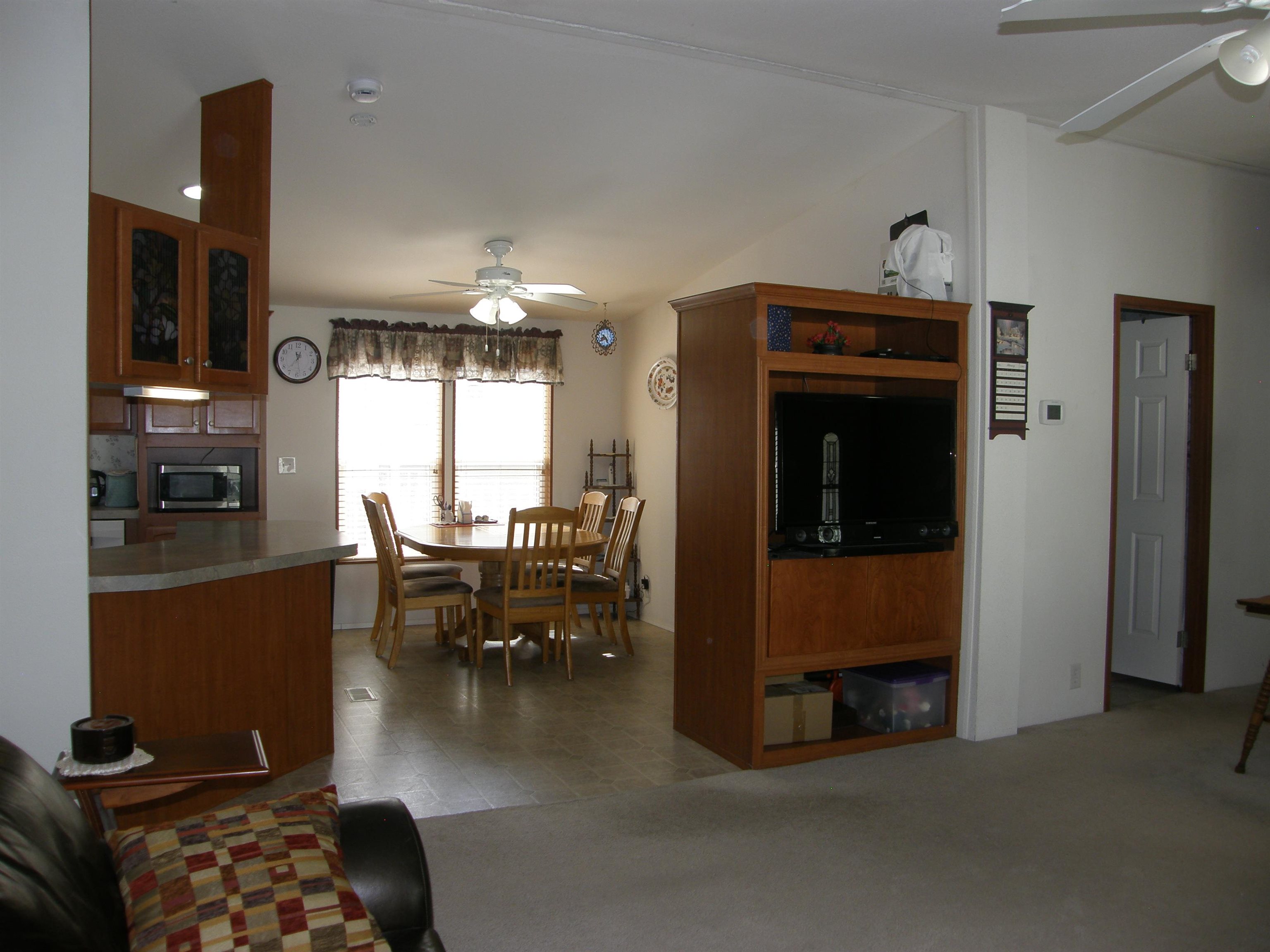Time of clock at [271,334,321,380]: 12:36
